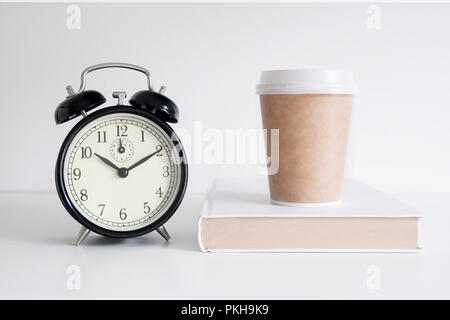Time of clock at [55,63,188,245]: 10:10
